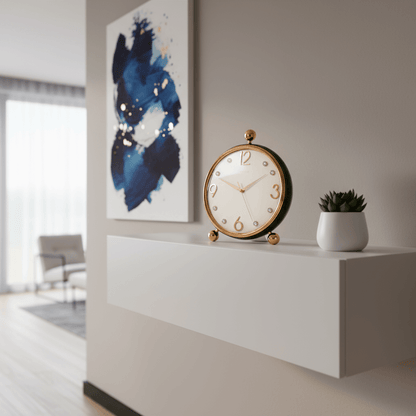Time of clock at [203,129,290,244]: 1:49
